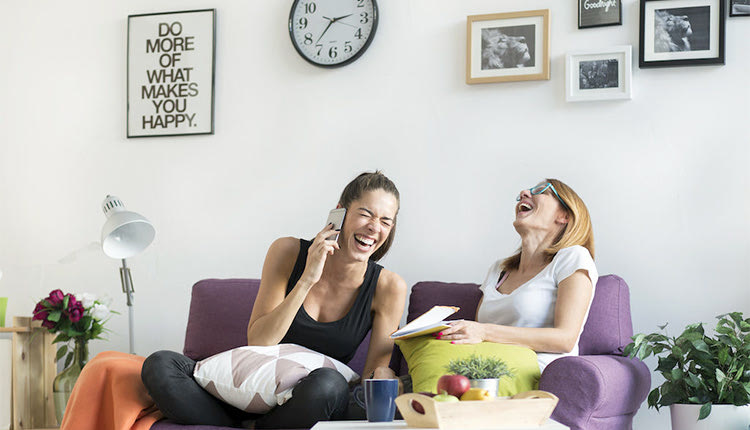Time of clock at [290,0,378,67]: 2:36
